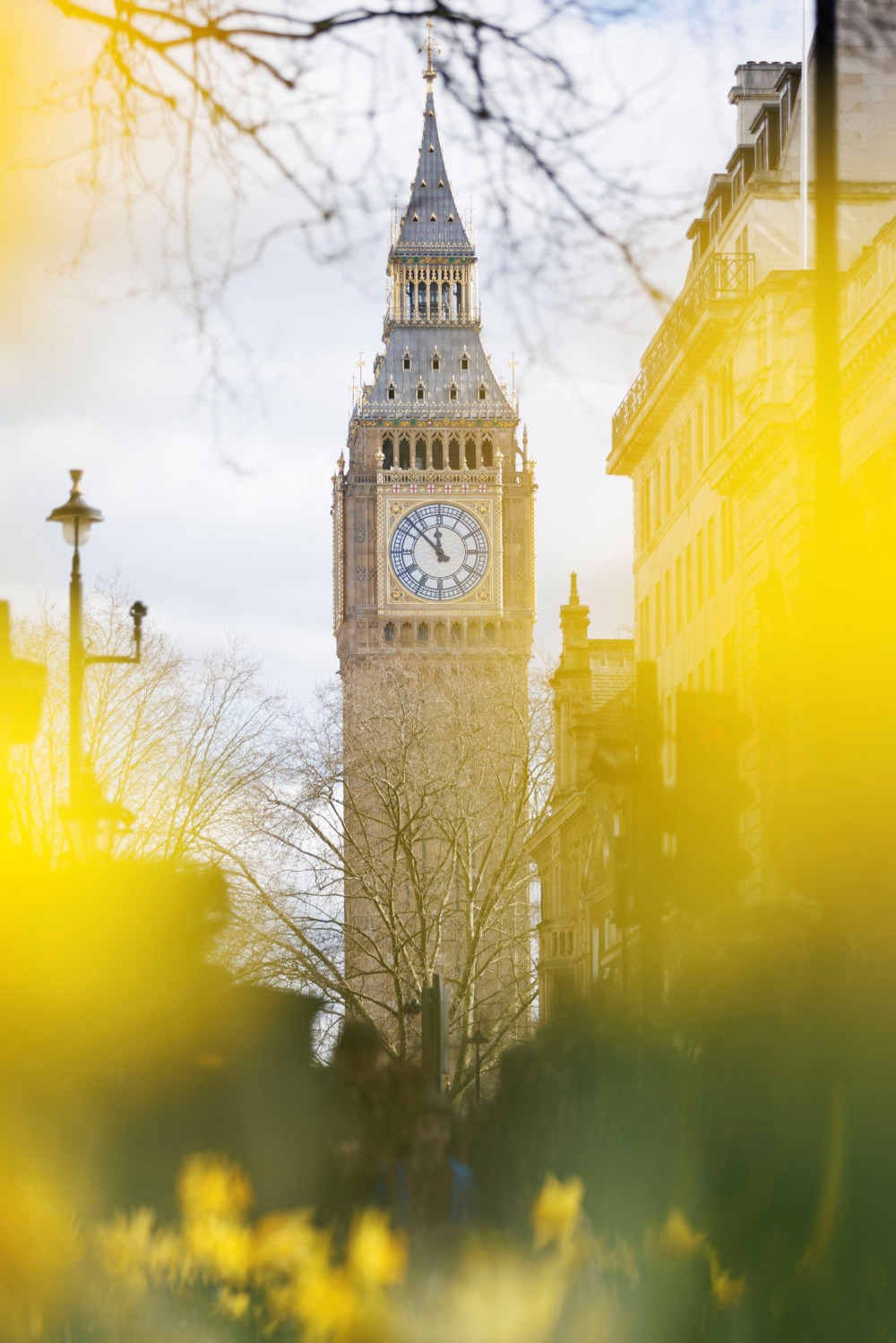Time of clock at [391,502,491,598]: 11:52
